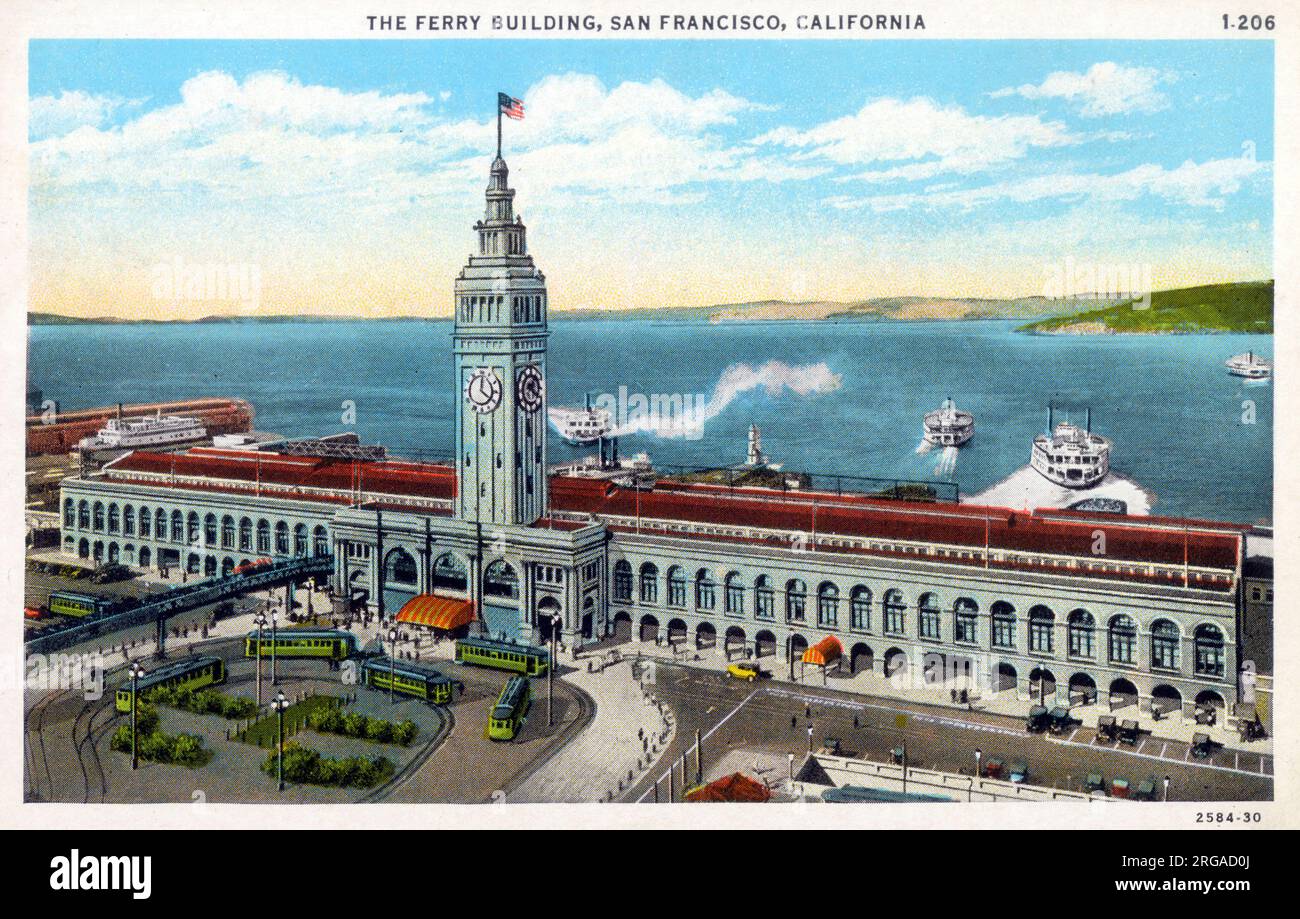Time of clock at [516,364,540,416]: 1:20
